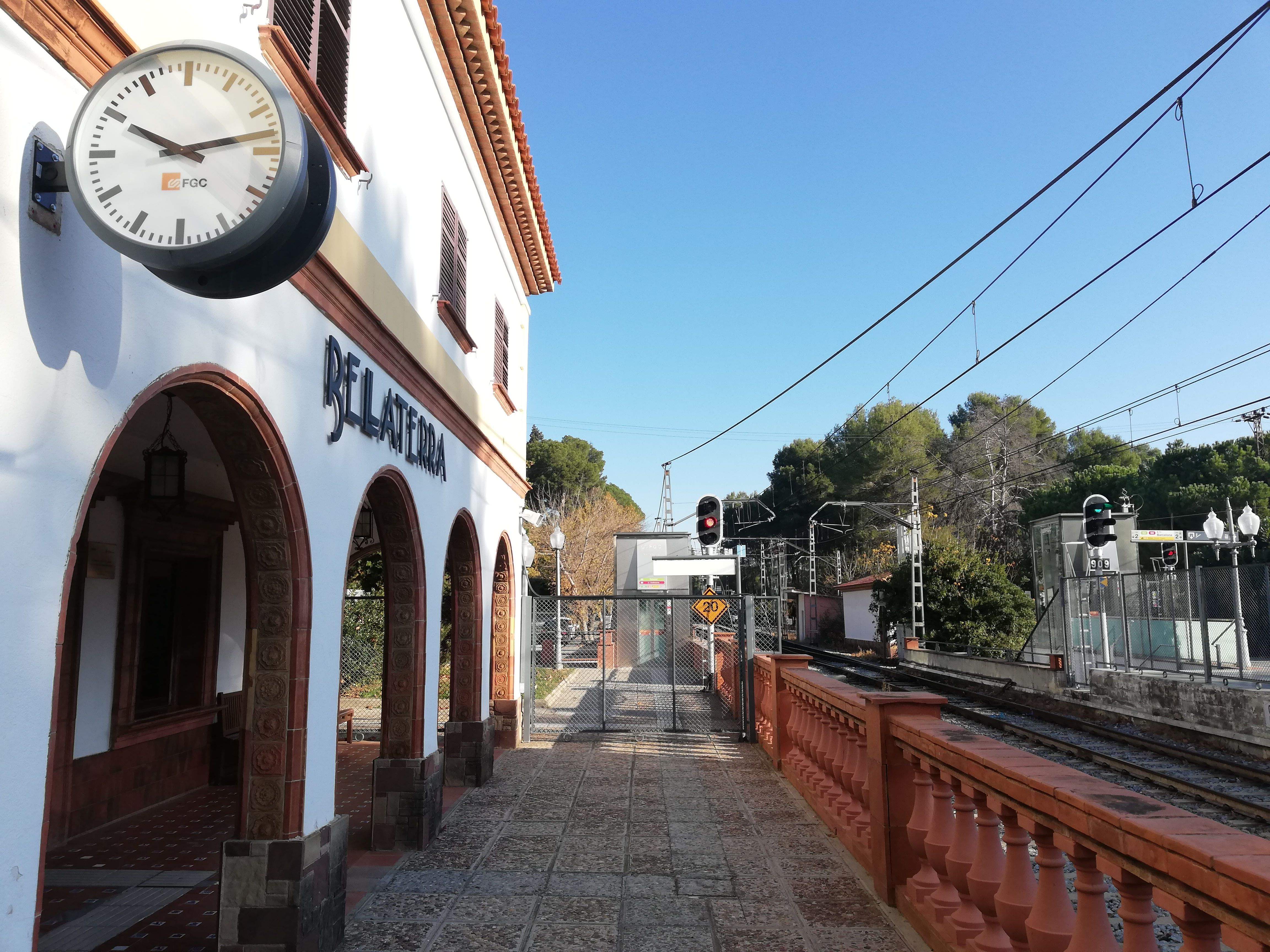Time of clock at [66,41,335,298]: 10:13
